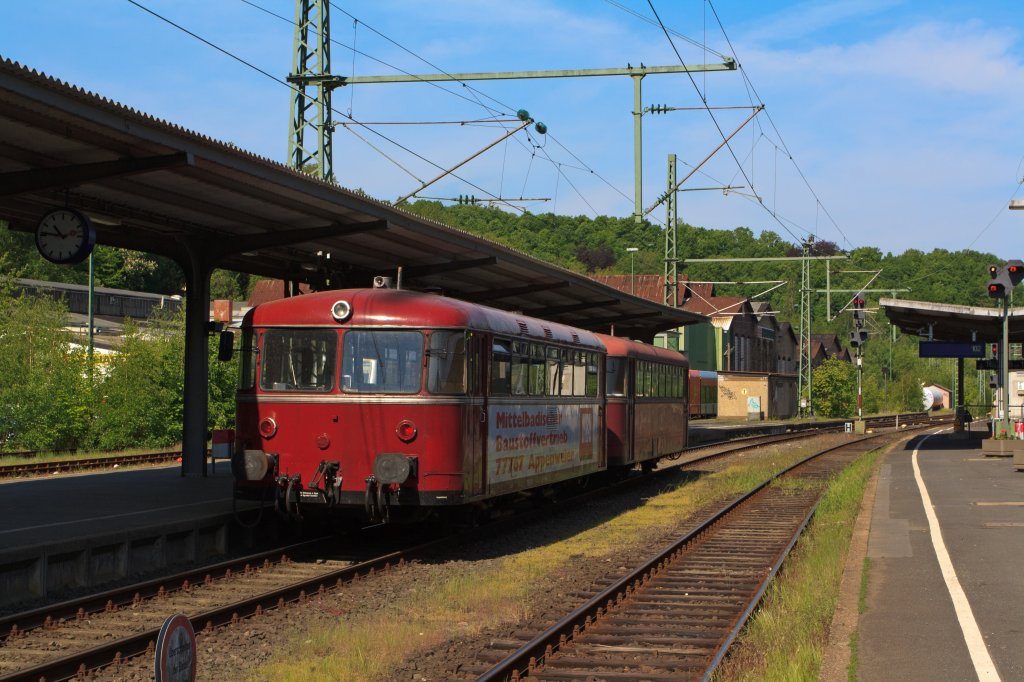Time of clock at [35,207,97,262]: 10:45
